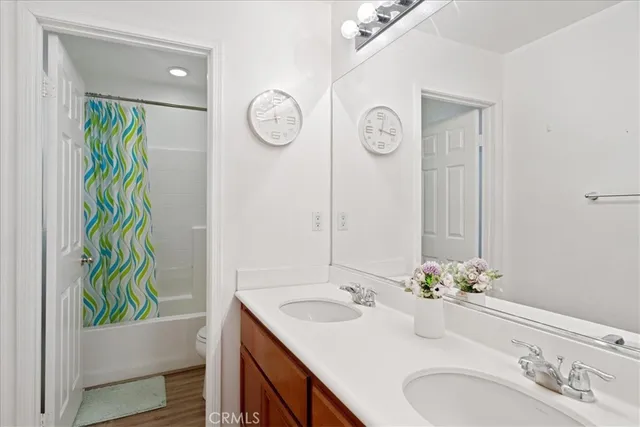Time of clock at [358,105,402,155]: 12:17
